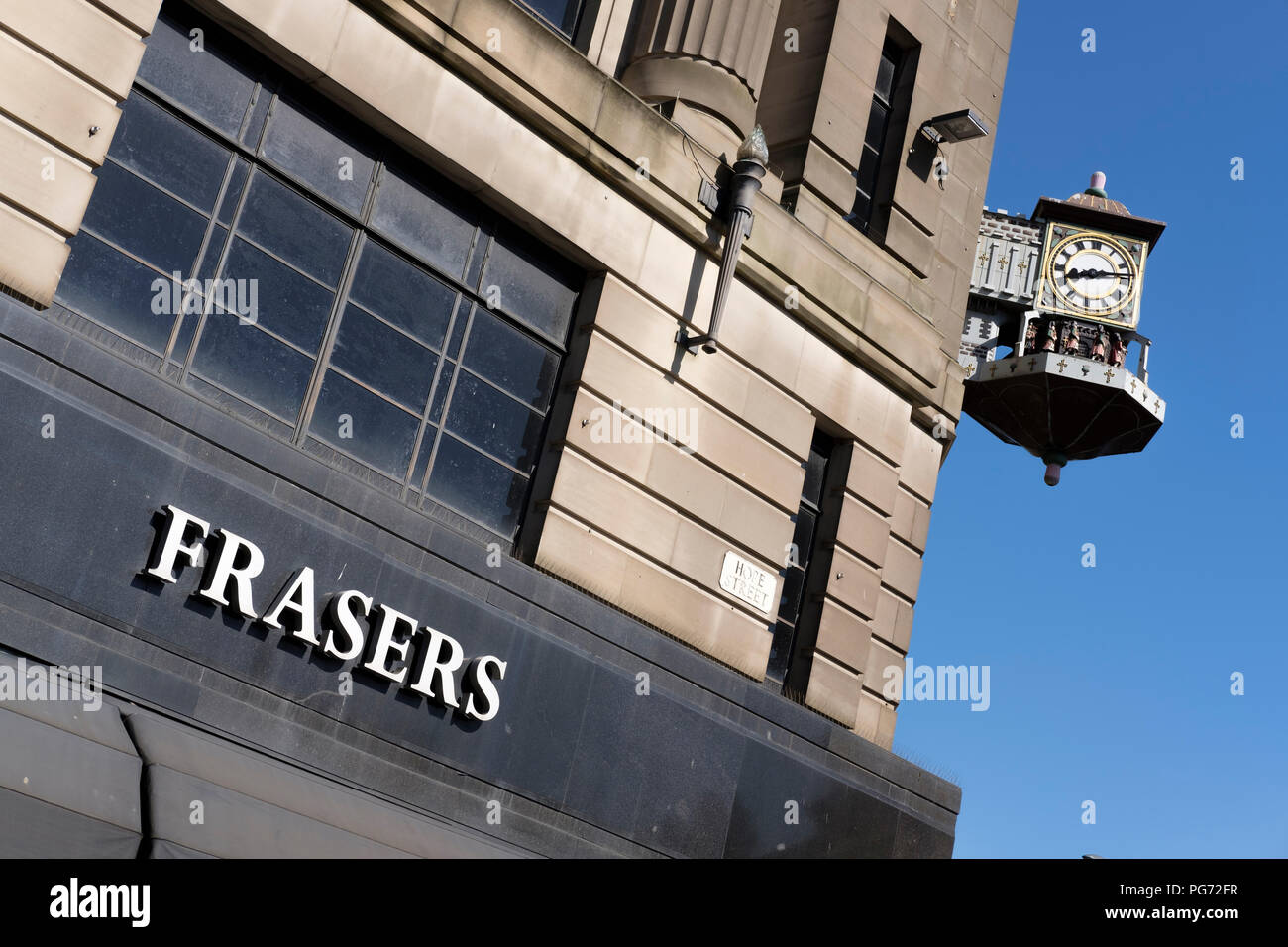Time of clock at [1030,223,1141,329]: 8:13
